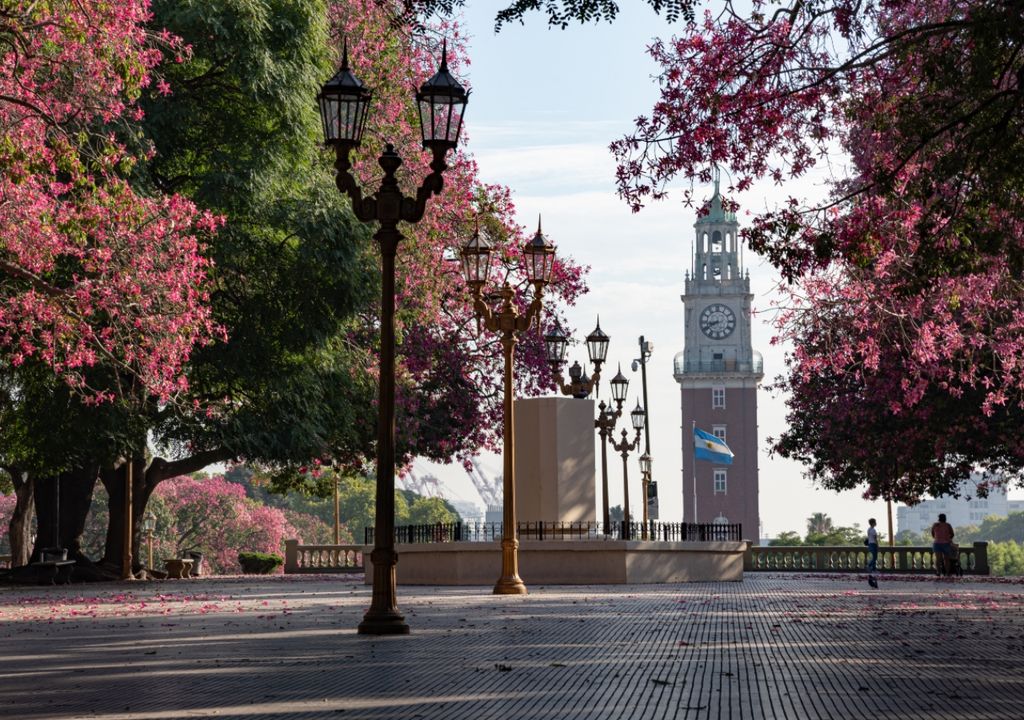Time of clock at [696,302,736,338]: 8:40
